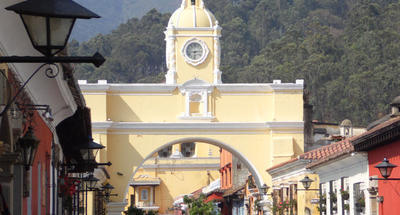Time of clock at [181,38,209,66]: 6:14
